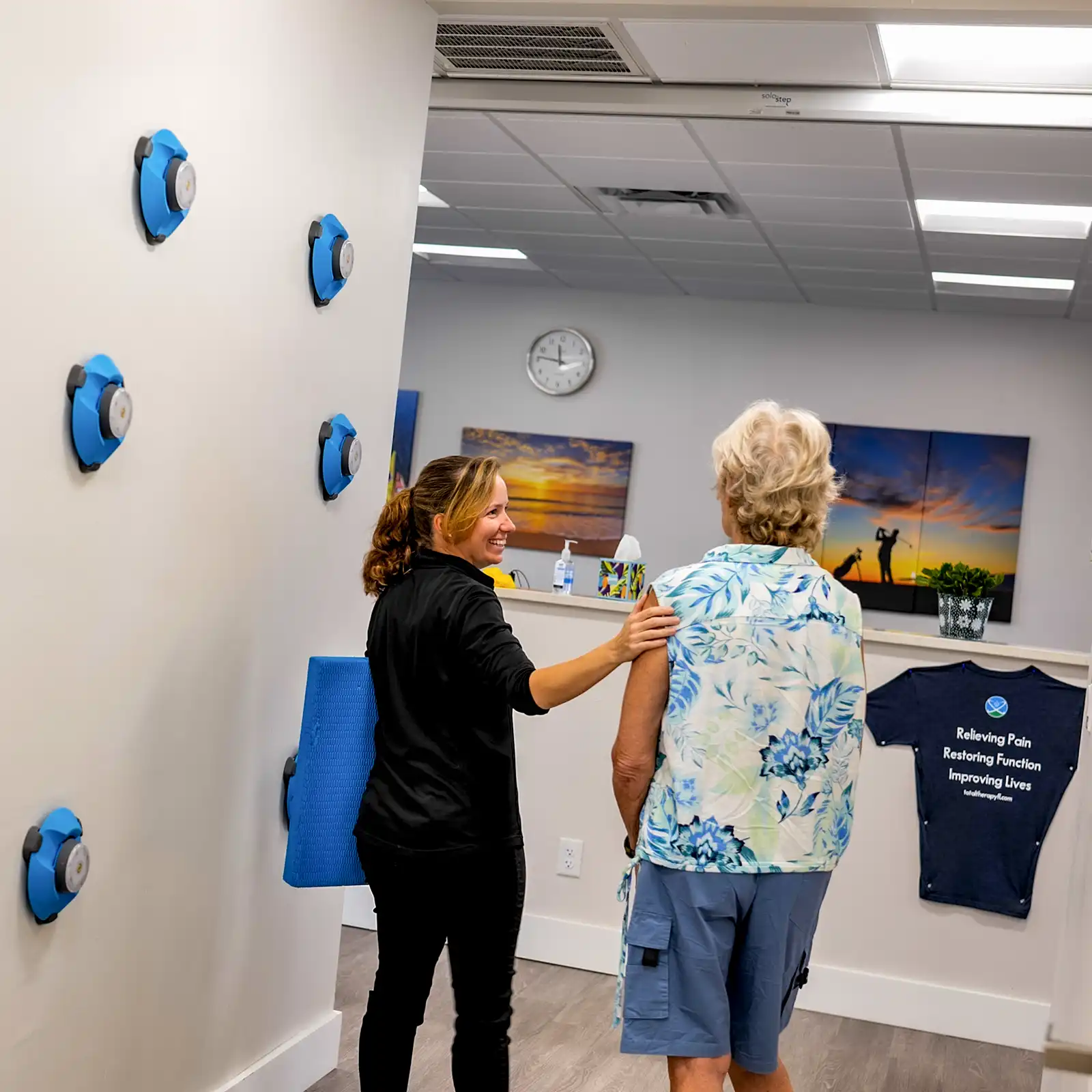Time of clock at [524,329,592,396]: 11:46
